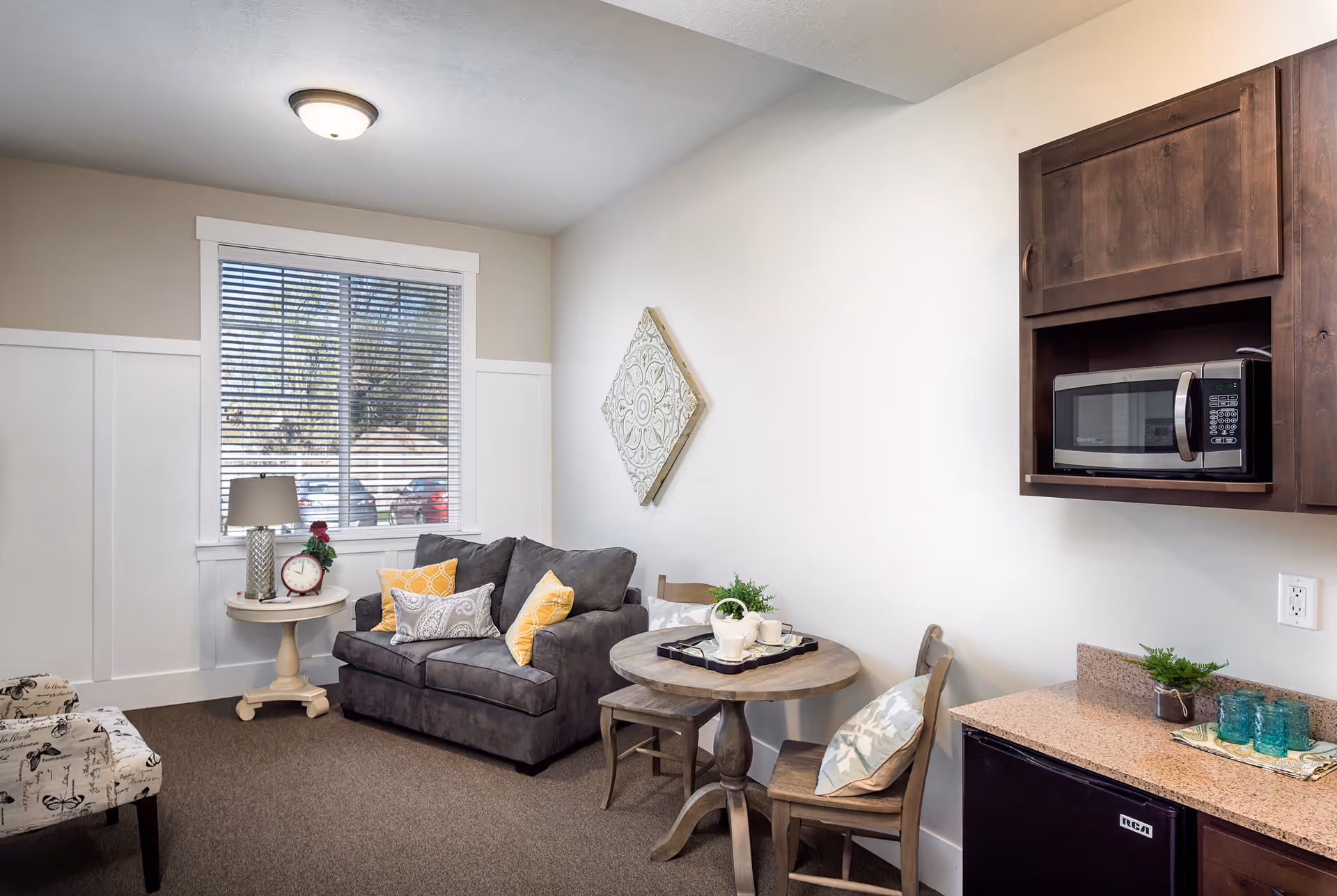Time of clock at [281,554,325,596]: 10:01
